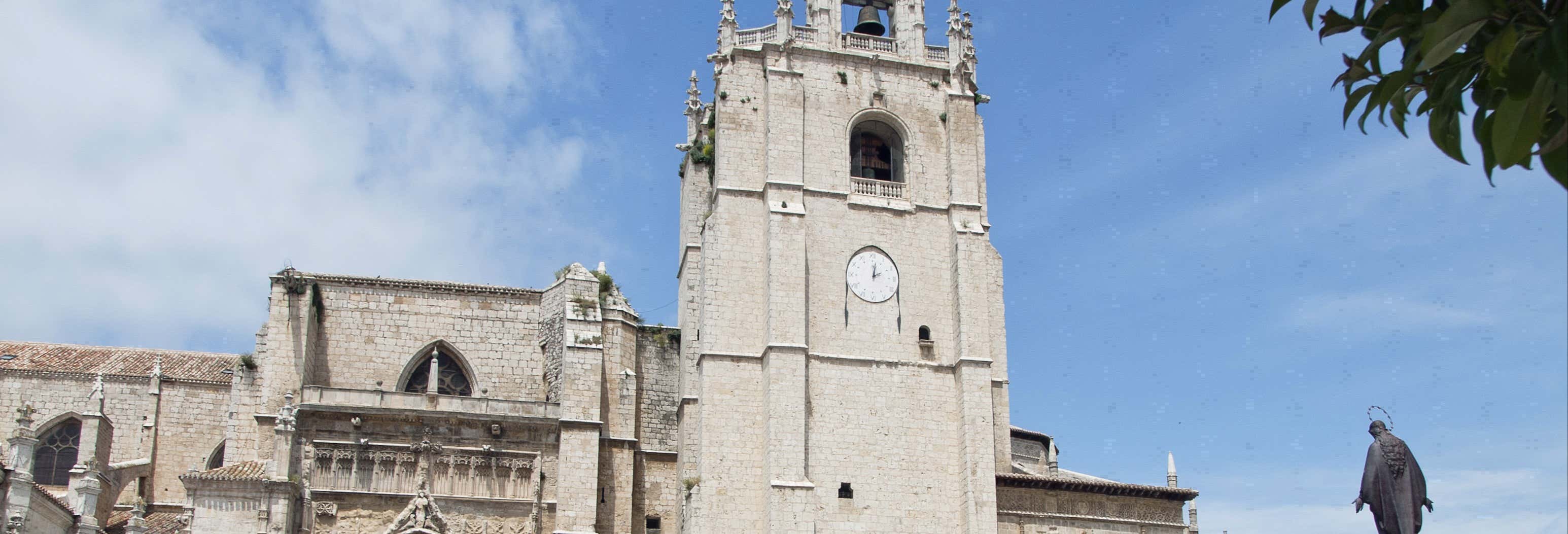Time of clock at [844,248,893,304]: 2:01
